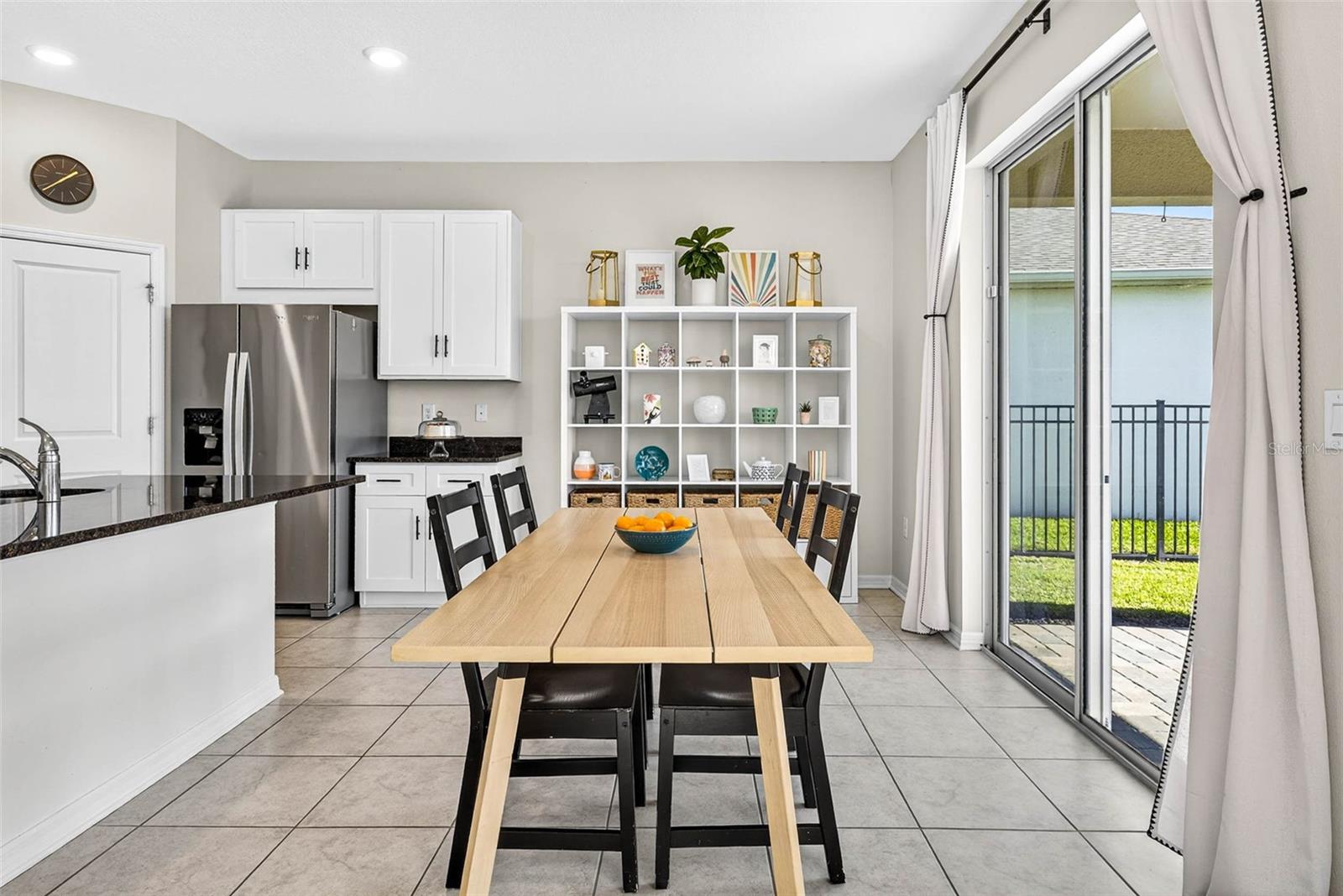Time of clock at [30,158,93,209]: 1:37
